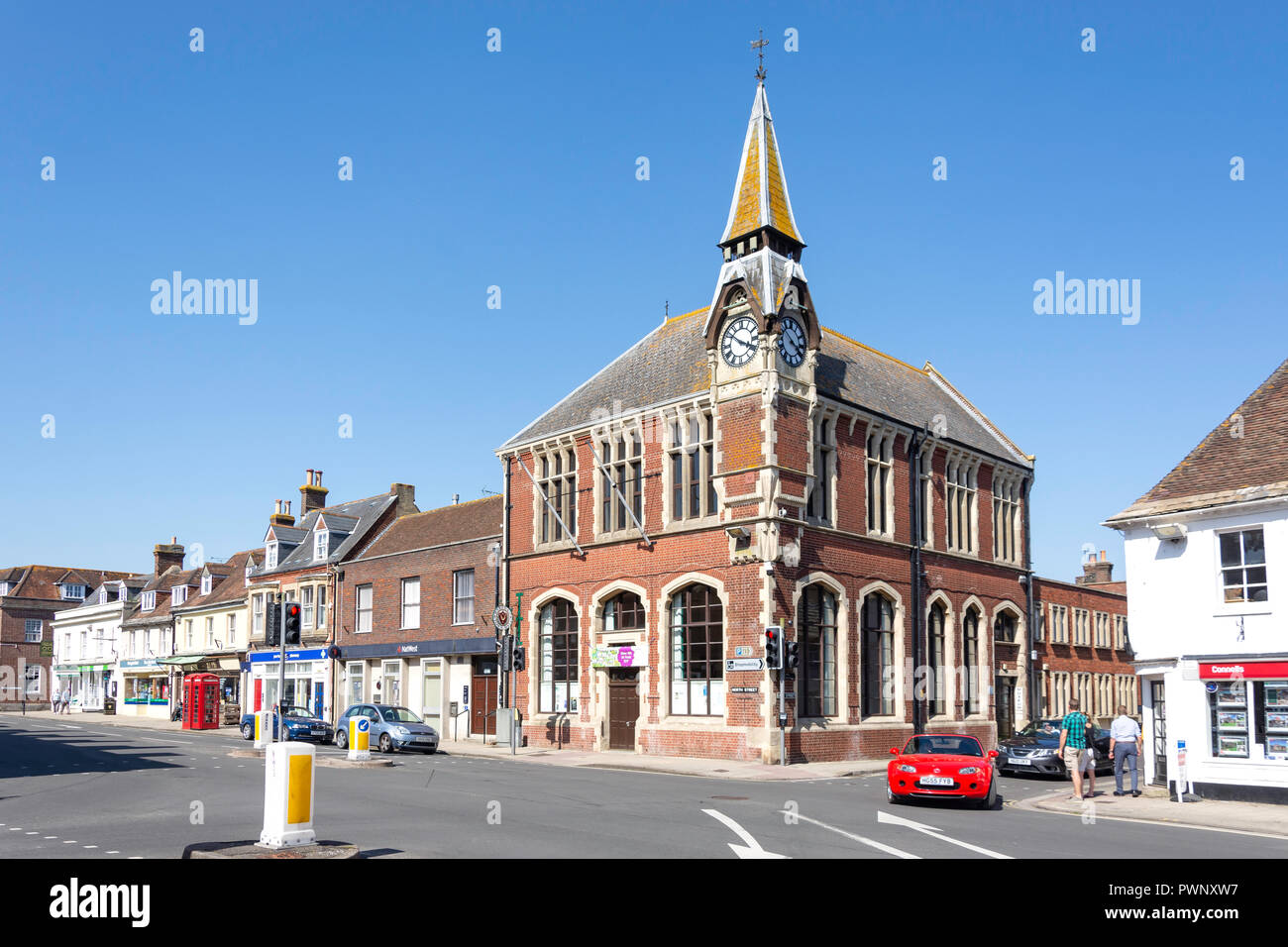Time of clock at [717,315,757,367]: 3:51
